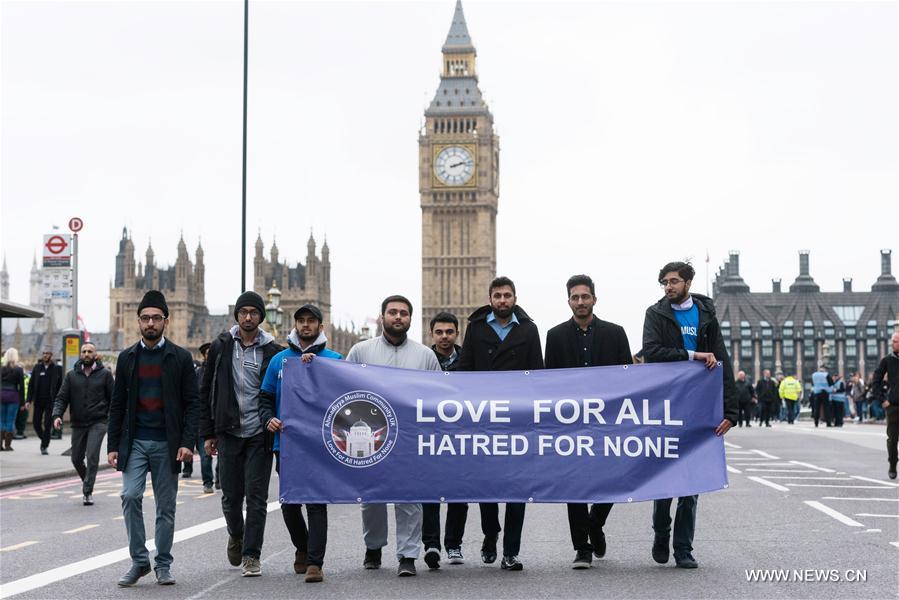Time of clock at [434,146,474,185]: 2:12
